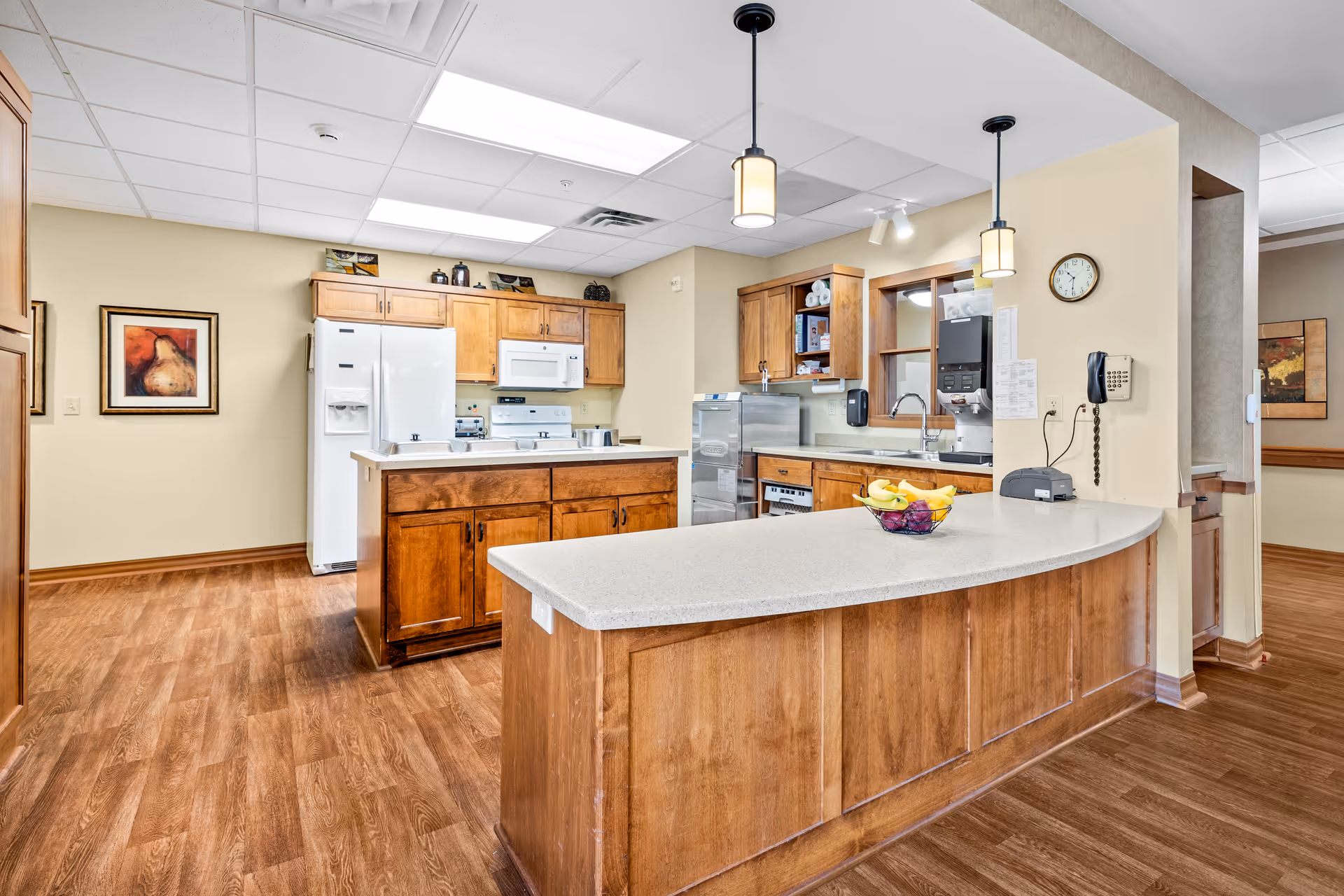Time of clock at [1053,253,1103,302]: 10:30
